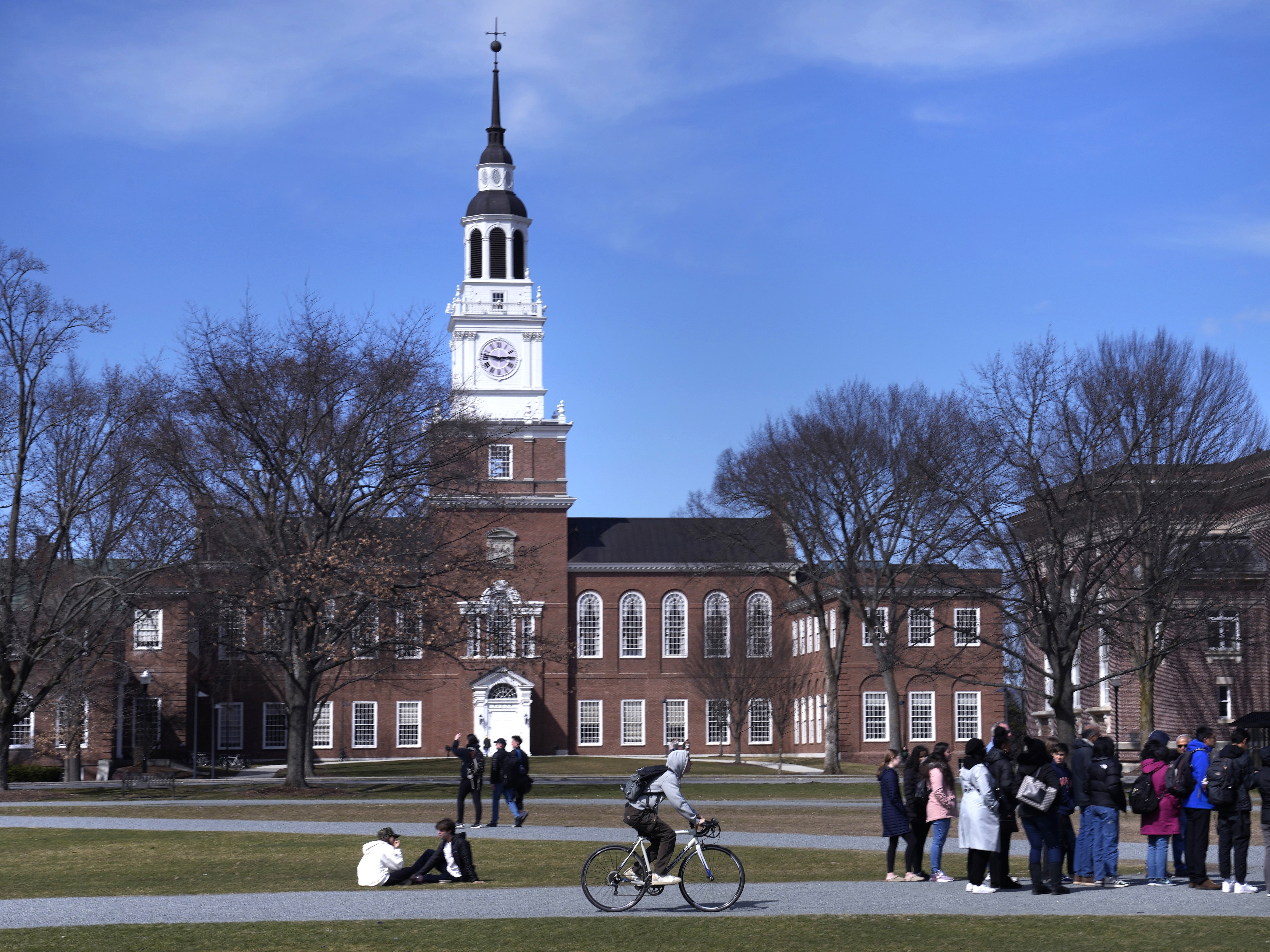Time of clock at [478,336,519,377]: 2:46
